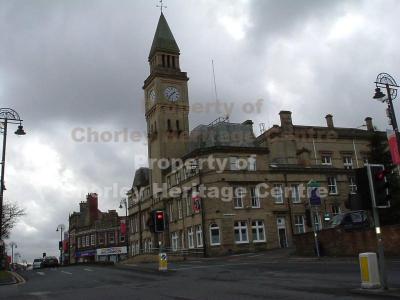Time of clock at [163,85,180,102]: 1:37
